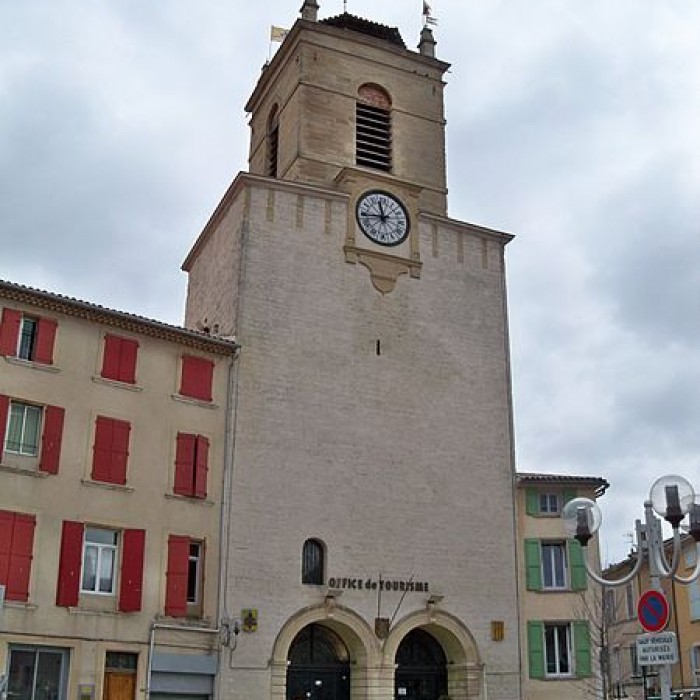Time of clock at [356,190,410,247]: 11:43
